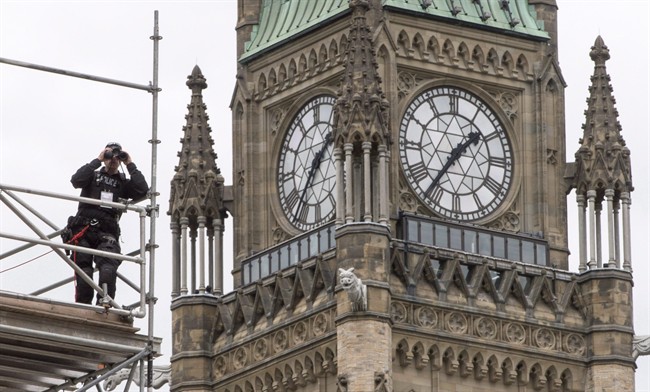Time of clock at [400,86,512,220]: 1:36
